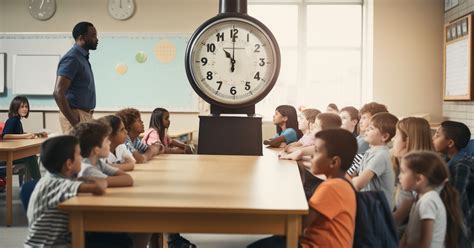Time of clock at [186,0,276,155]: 11:00
